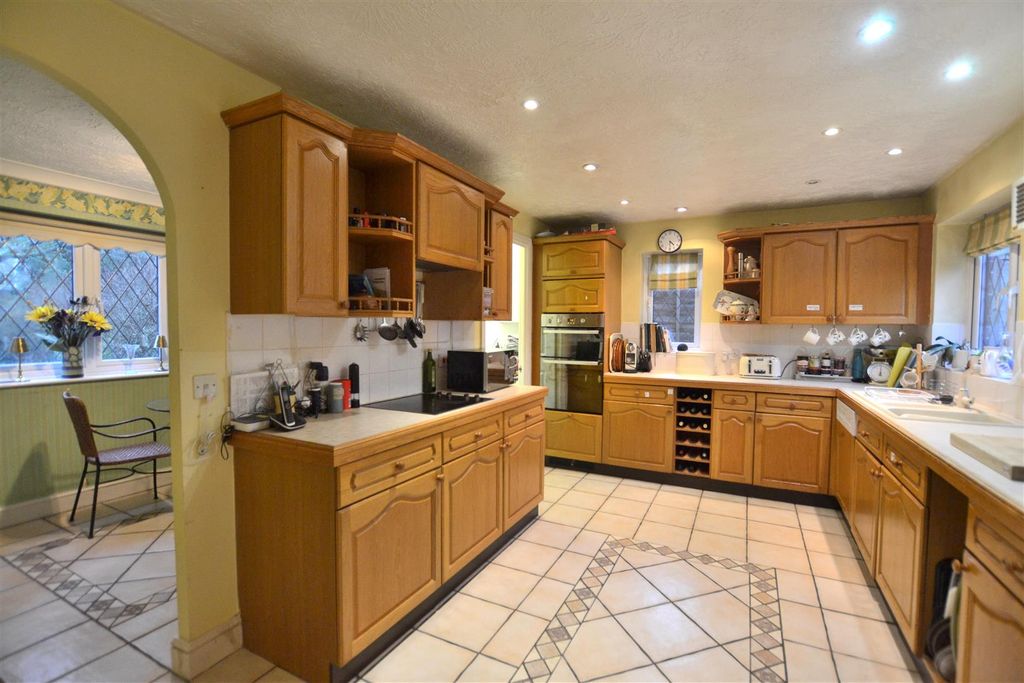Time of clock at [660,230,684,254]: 4:30
